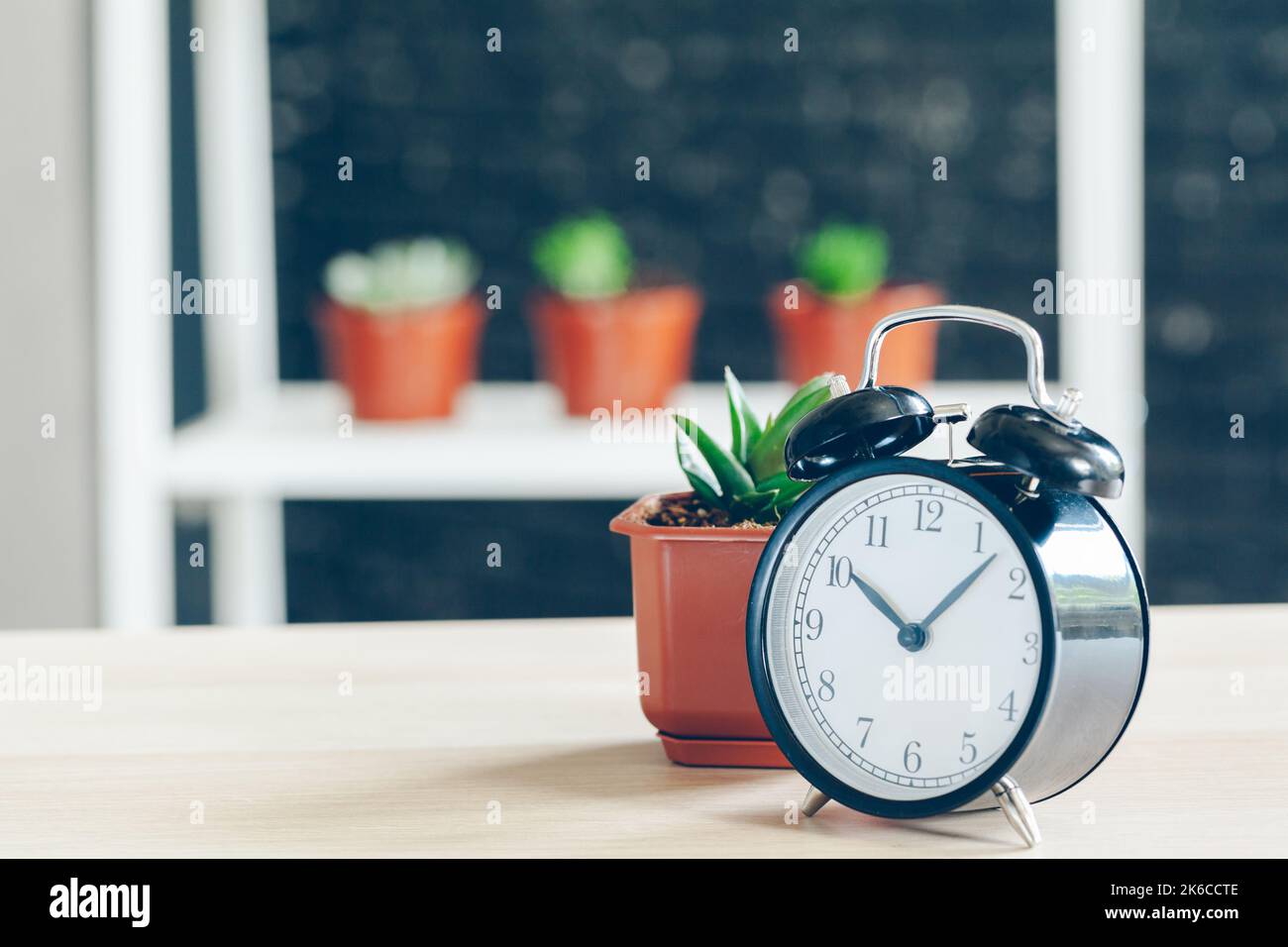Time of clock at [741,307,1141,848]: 10:07
